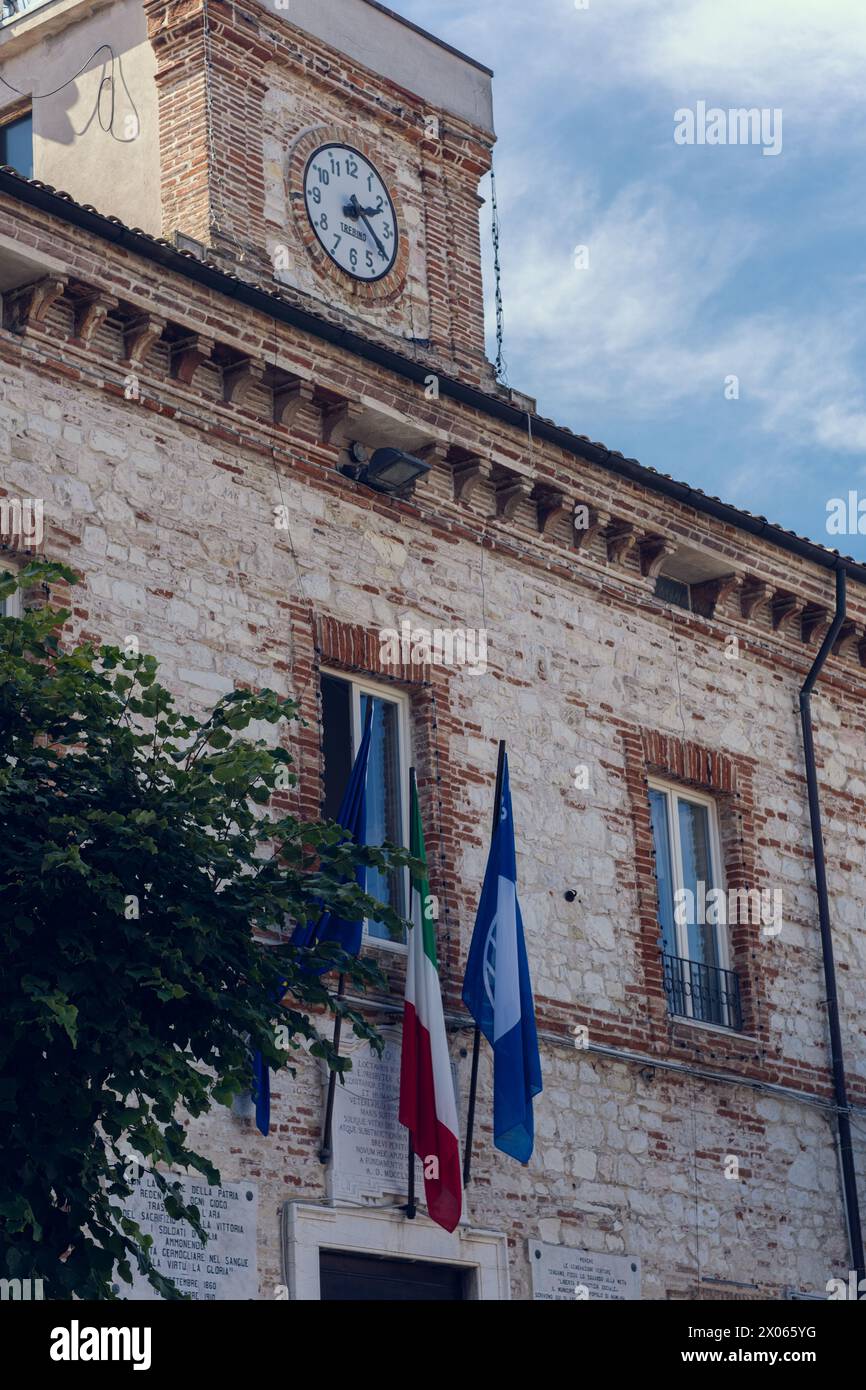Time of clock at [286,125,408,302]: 2:20
